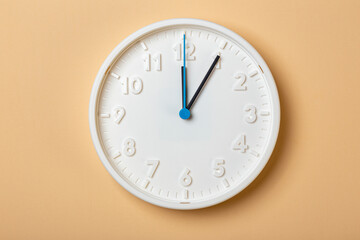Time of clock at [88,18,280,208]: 12:05
